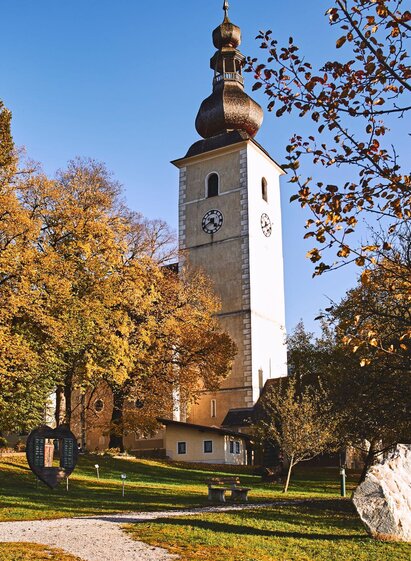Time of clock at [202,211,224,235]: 4:40
